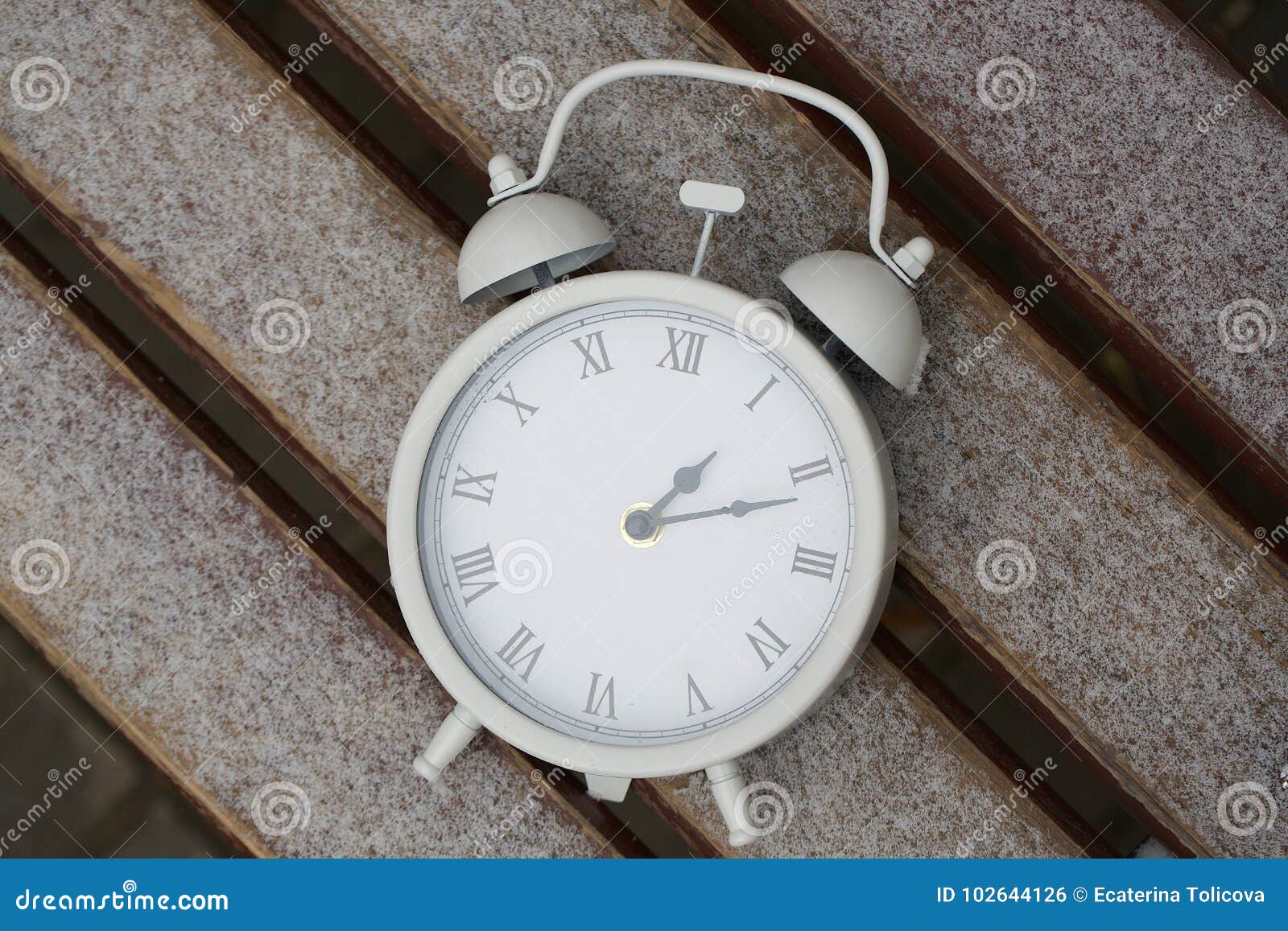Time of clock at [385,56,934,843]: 1:11
